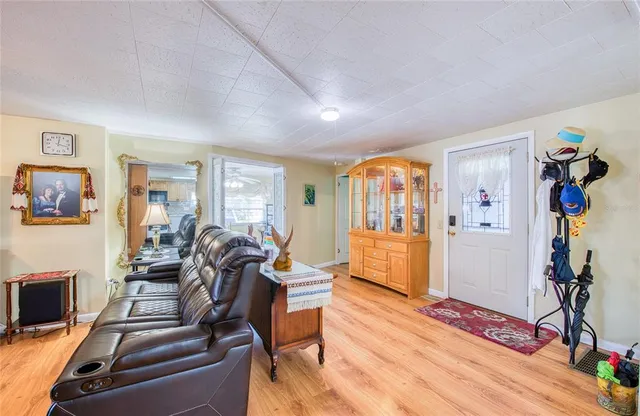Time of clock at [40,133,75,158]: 12:17
